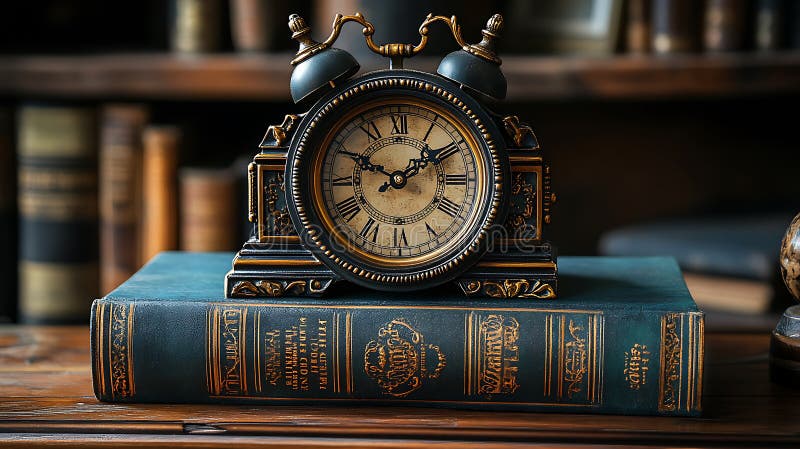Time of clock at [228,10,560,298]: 1:49
